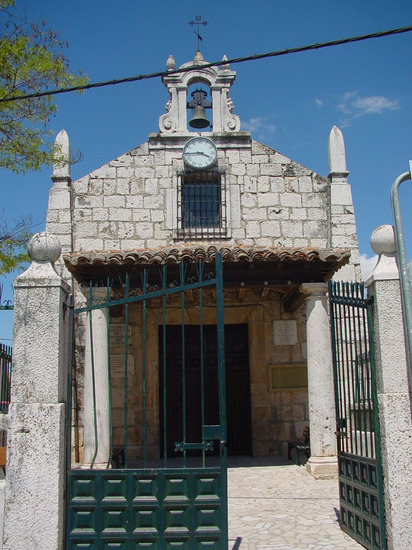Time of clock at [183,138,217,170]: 3:44
